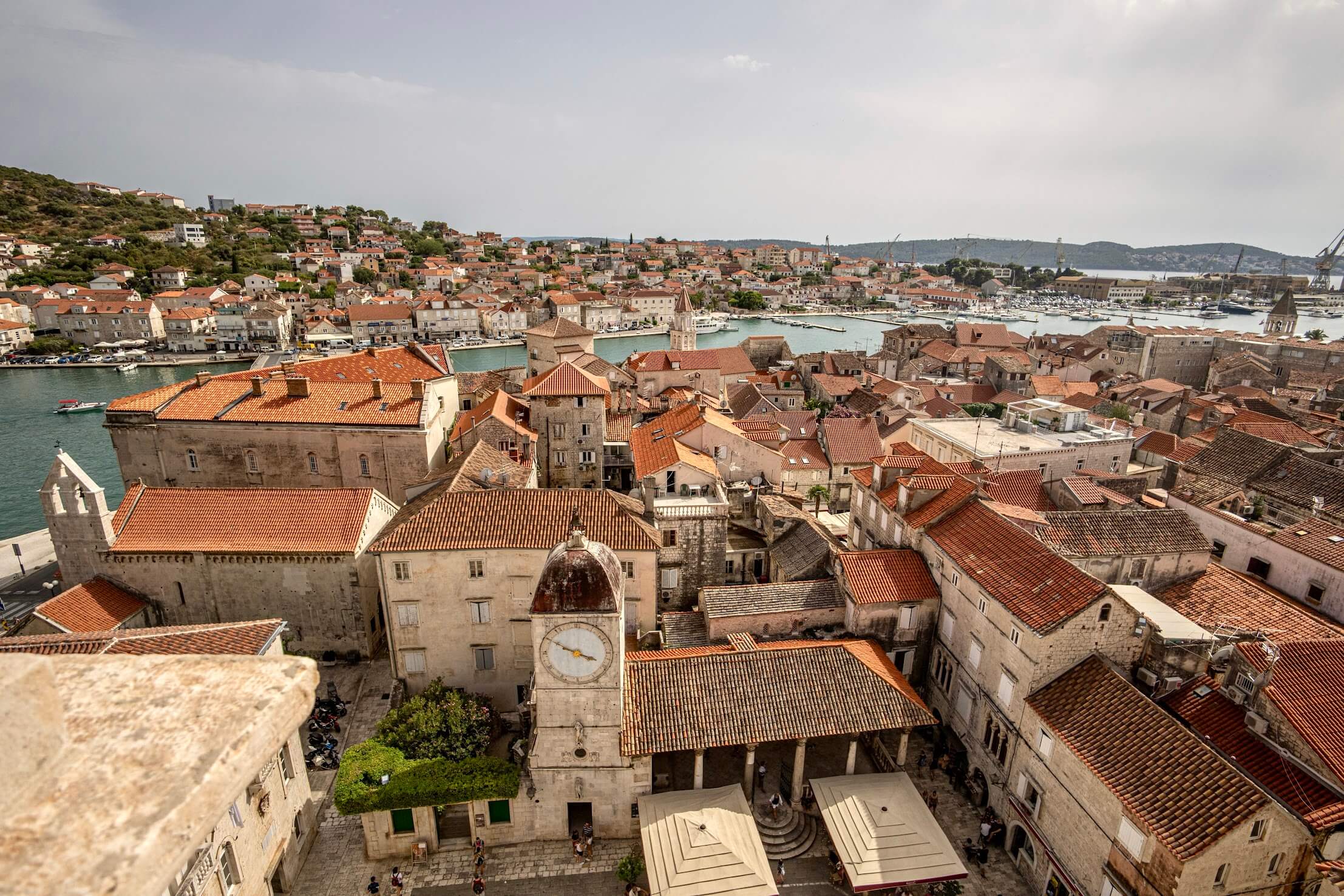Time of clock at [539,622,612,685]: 3:50
